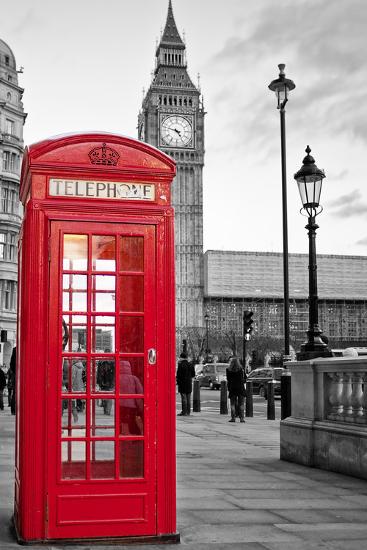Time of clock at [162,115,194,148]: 4:47
